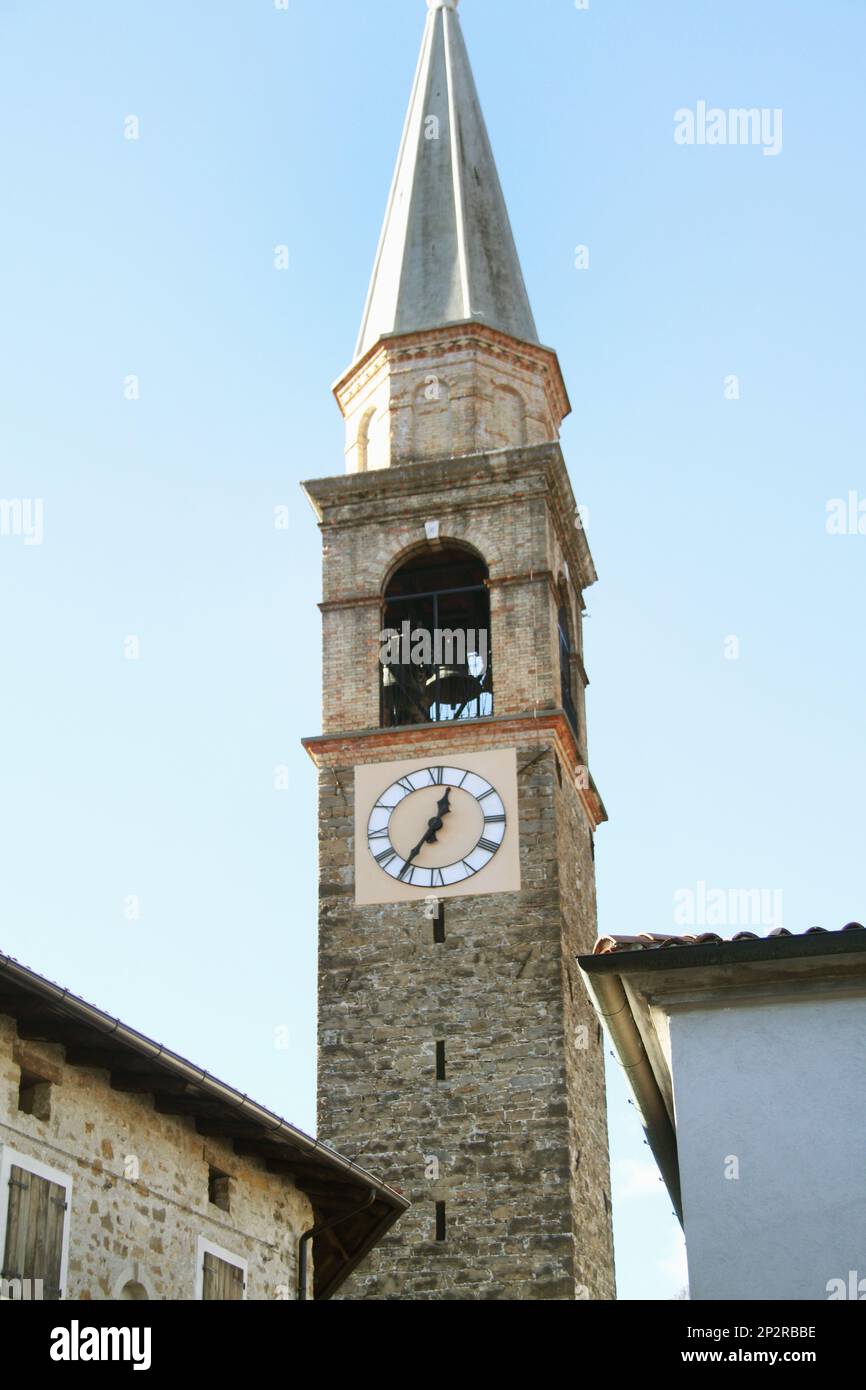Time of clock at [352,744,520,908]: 12:36
